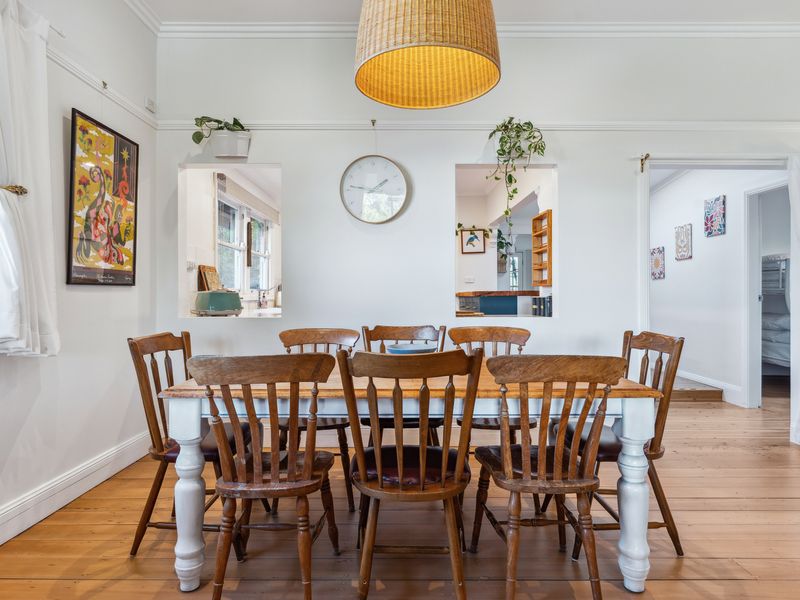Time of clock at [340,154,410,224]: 1:46
